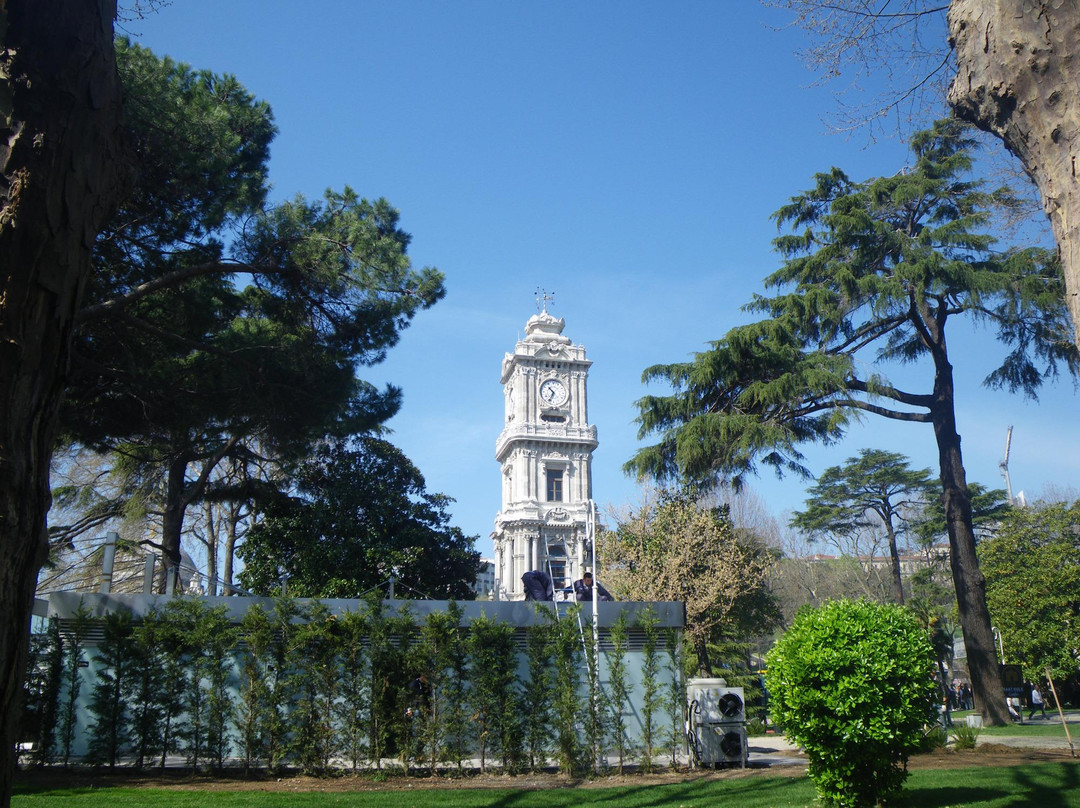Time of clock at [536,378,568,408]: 10:34
